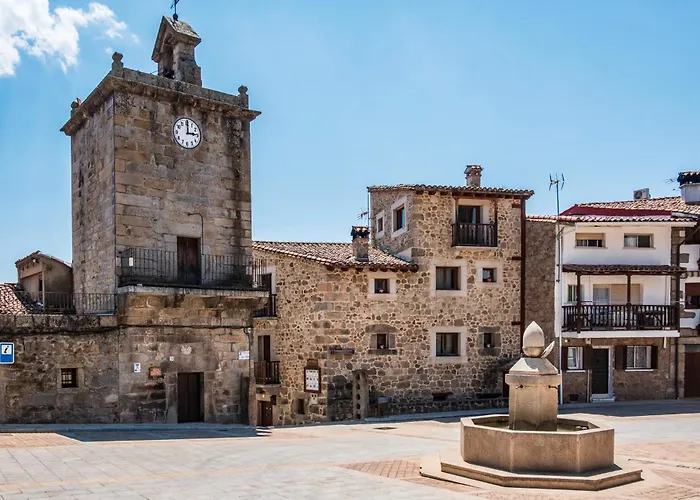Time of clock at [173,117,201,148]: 3:00
